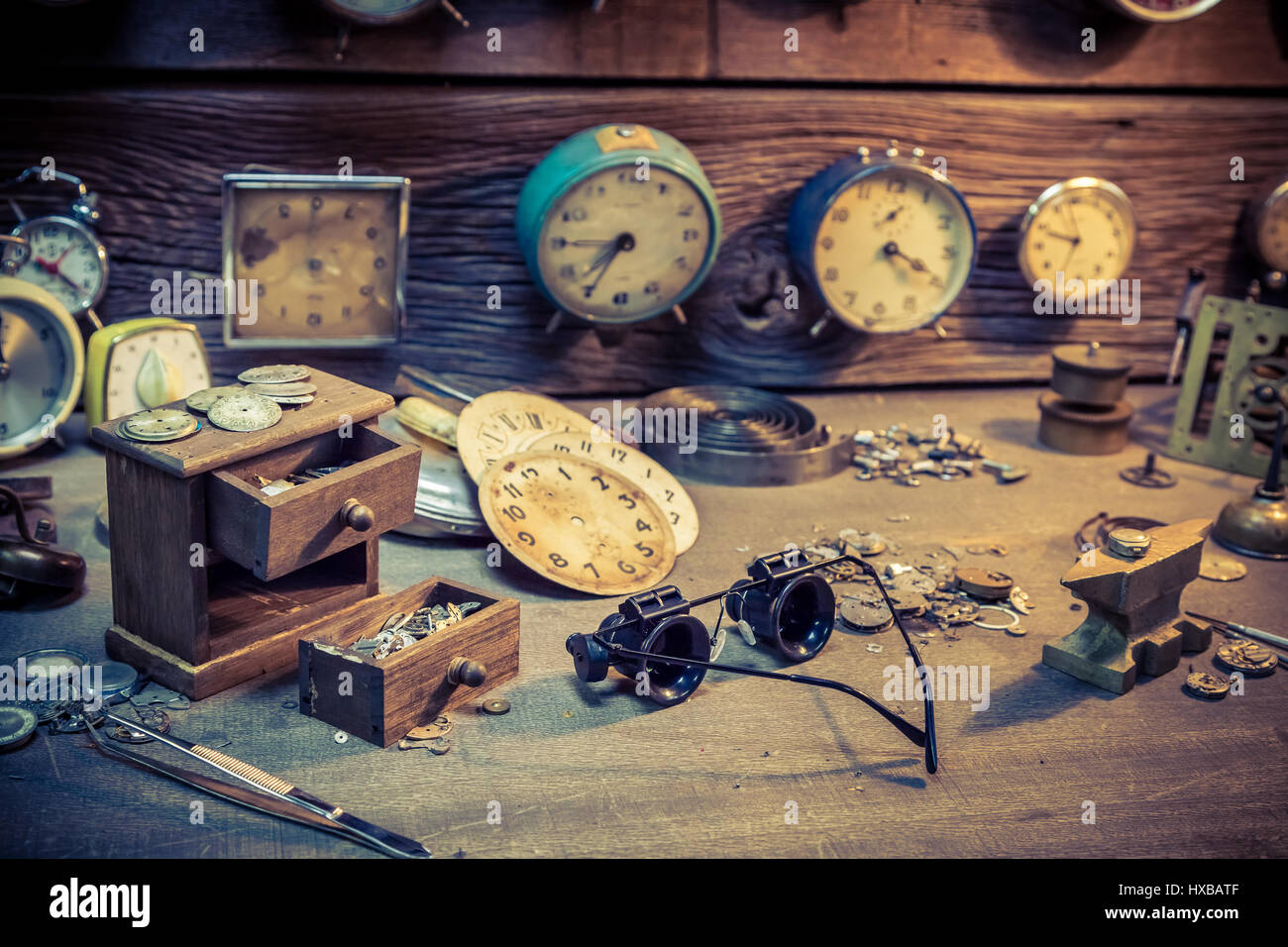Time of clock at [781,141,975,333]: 4:19
